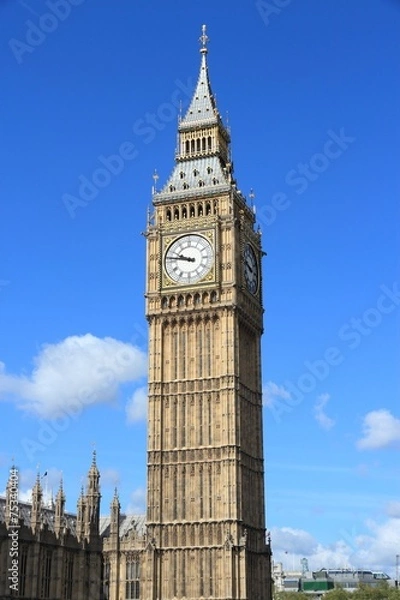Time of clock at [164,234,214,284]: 9:46
